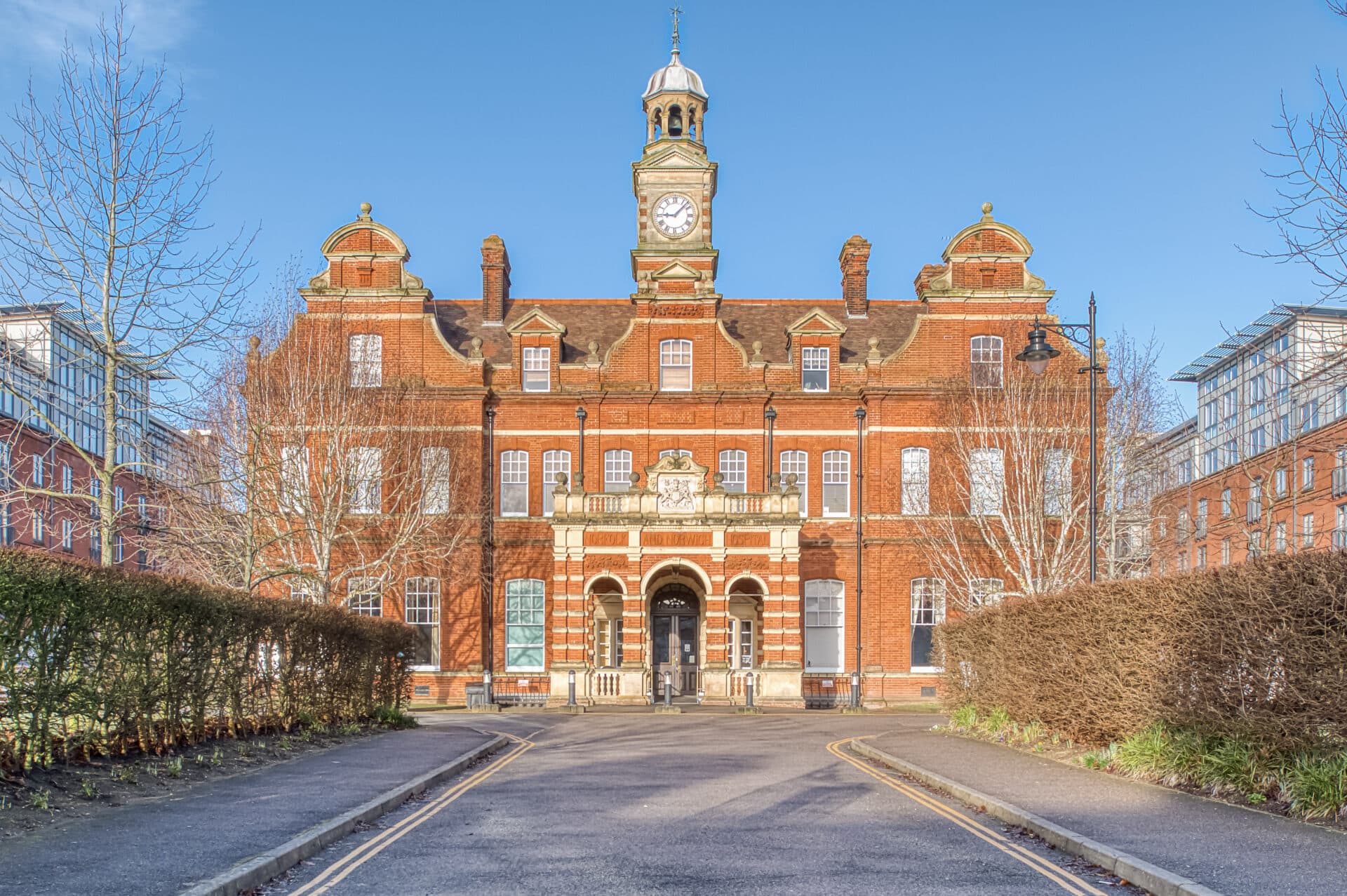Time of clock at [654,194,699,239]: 9:07
